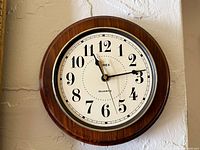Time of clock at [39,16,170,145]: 11:13
